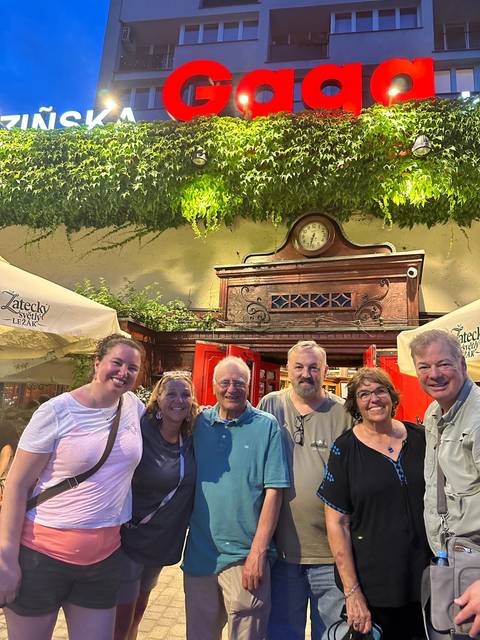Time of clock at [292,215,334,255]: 6:32
